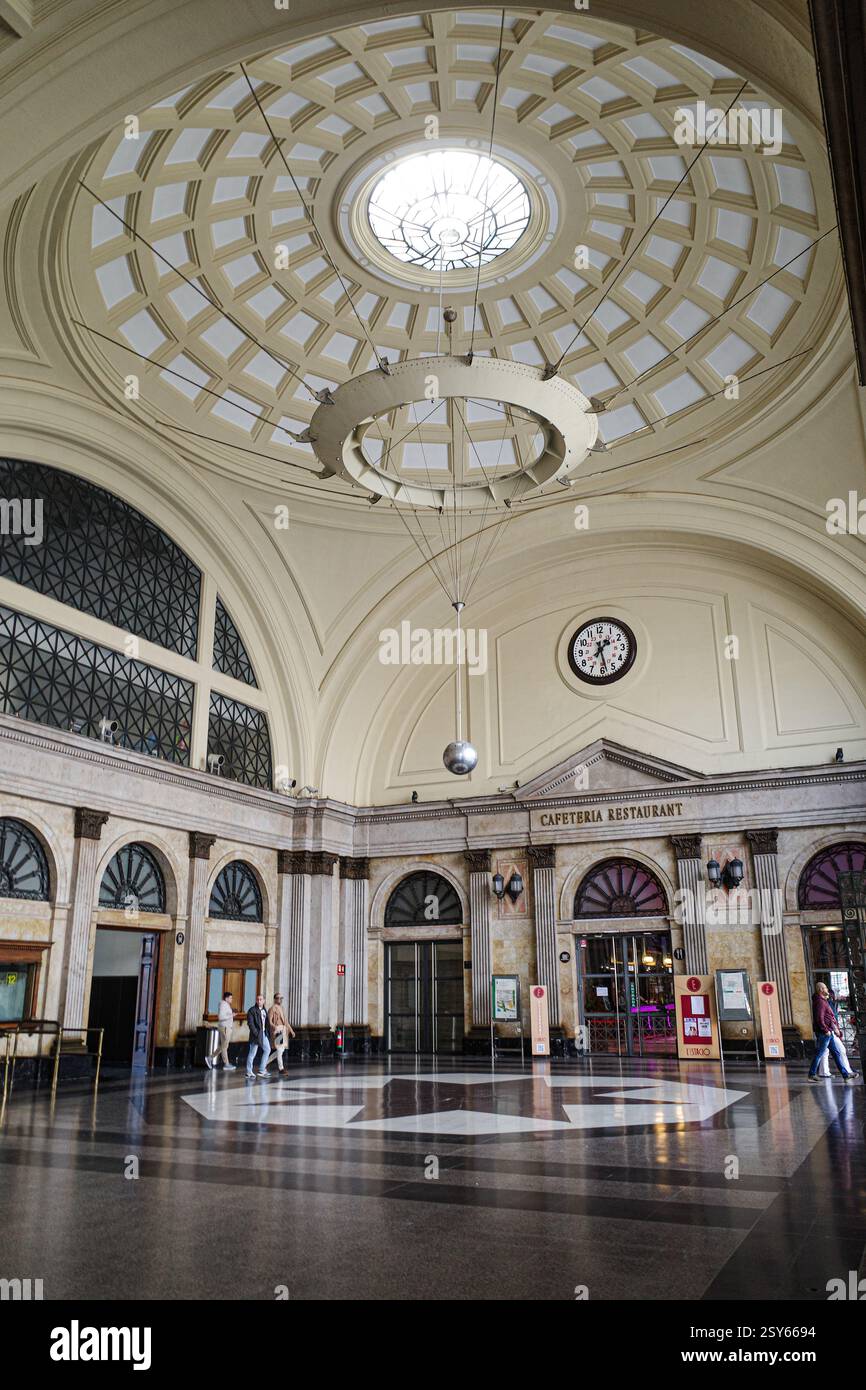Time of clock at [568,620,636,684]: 1:28
